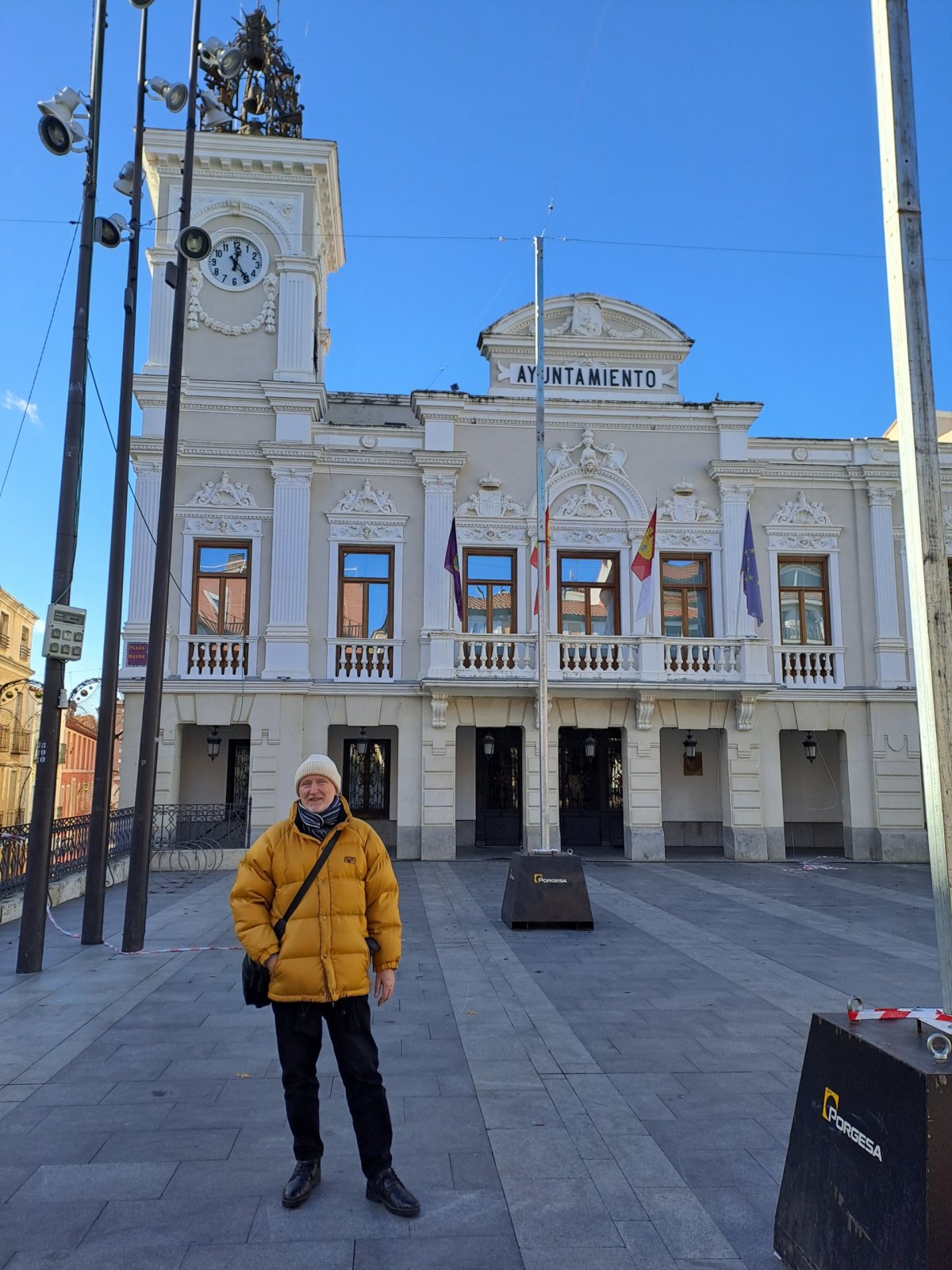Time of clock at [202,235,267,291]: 12:23
